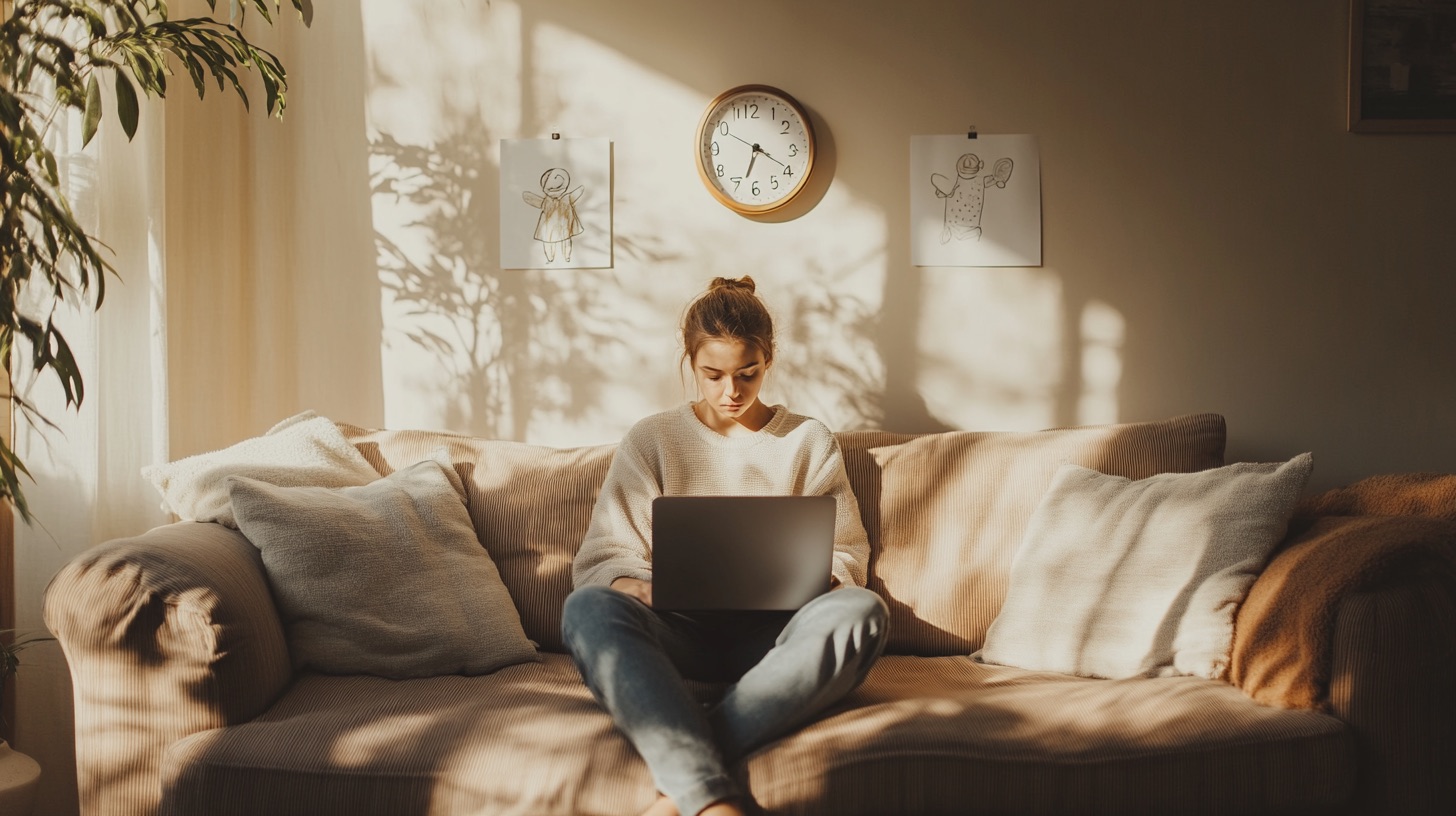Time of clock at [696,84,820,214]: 6:19
